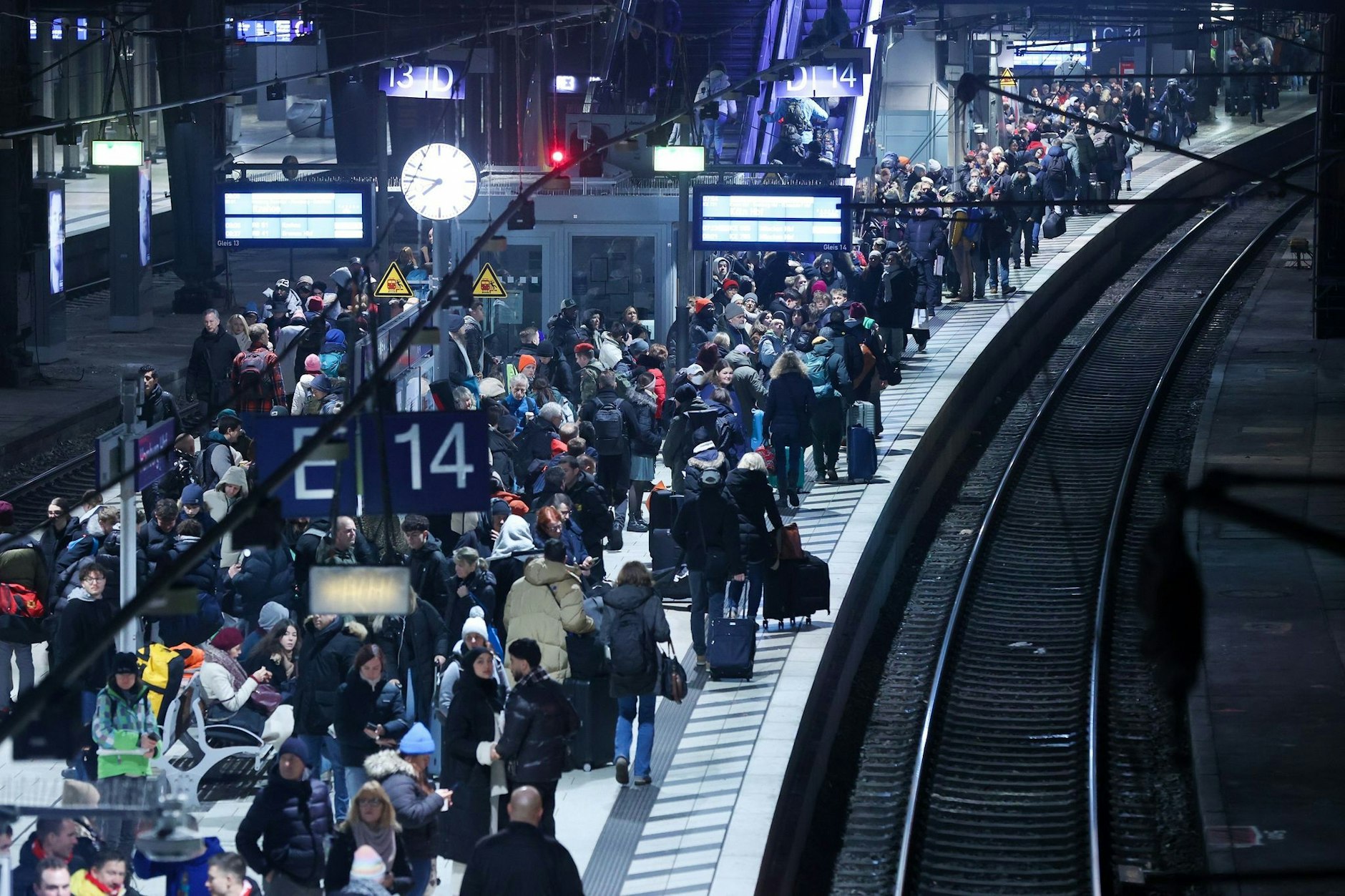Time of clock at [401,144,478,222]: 7:46
